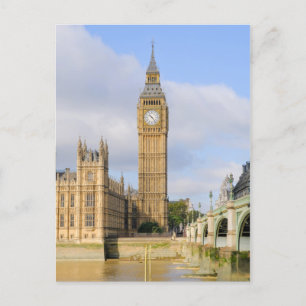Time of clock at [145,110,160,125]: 10:23
